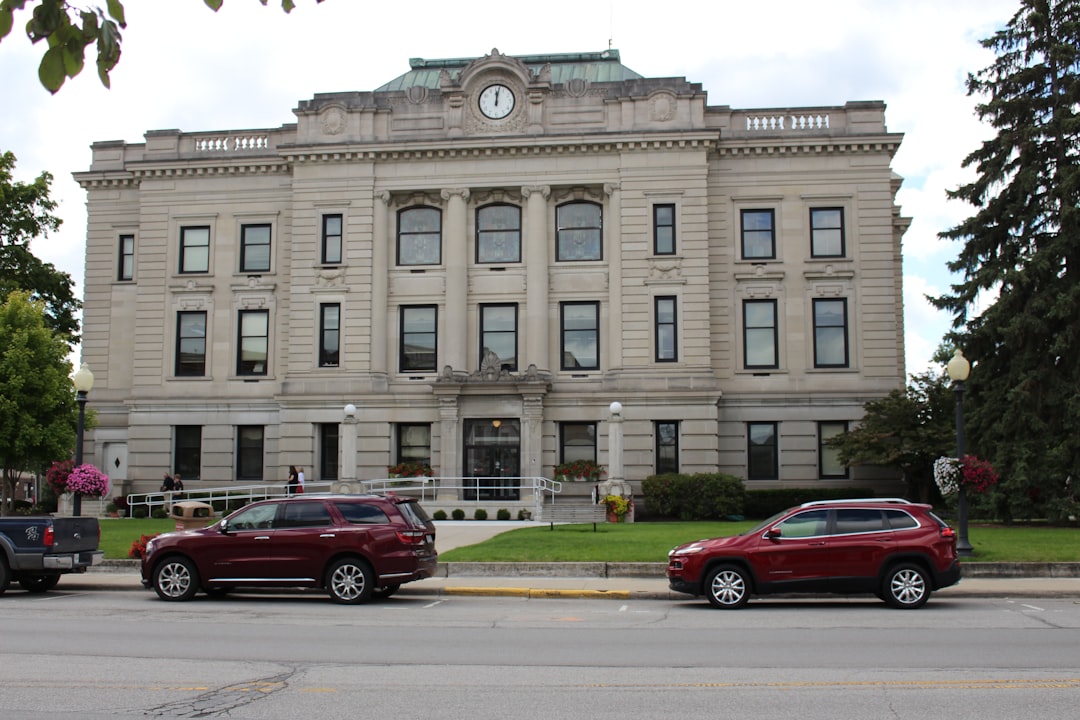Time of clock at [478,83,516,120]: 12:01
